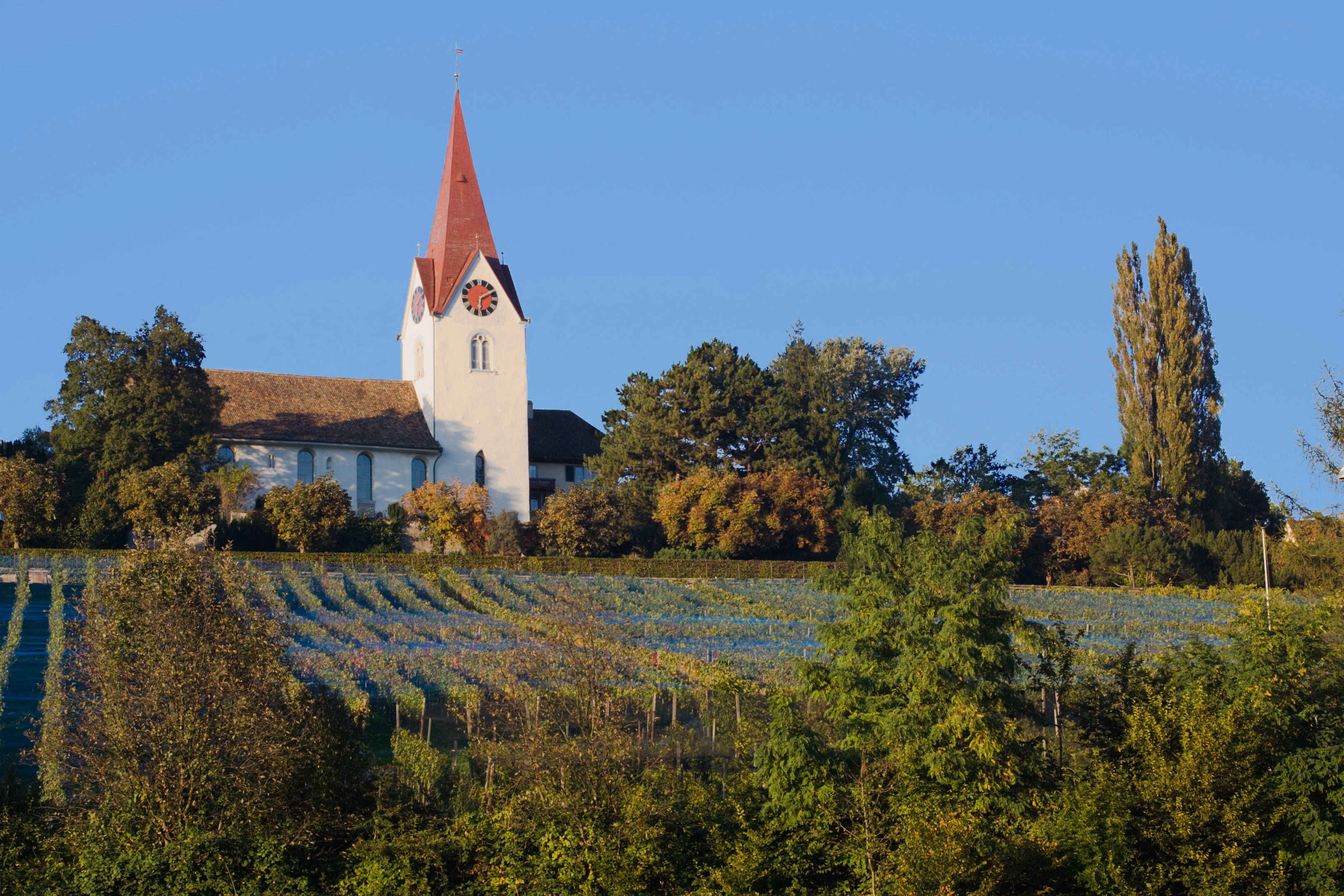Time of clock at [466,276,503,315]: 6:10
